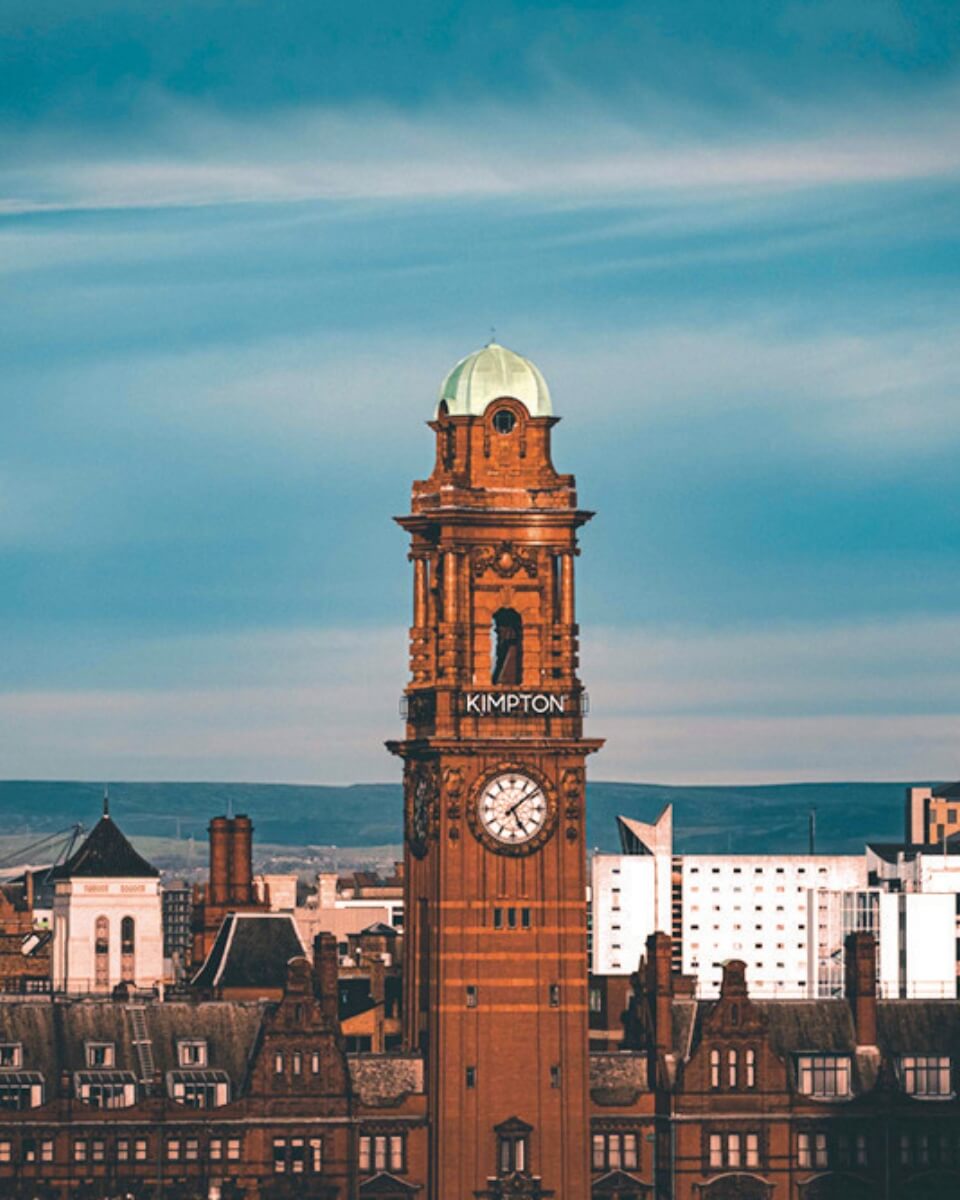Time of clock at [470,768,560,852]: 5:08
